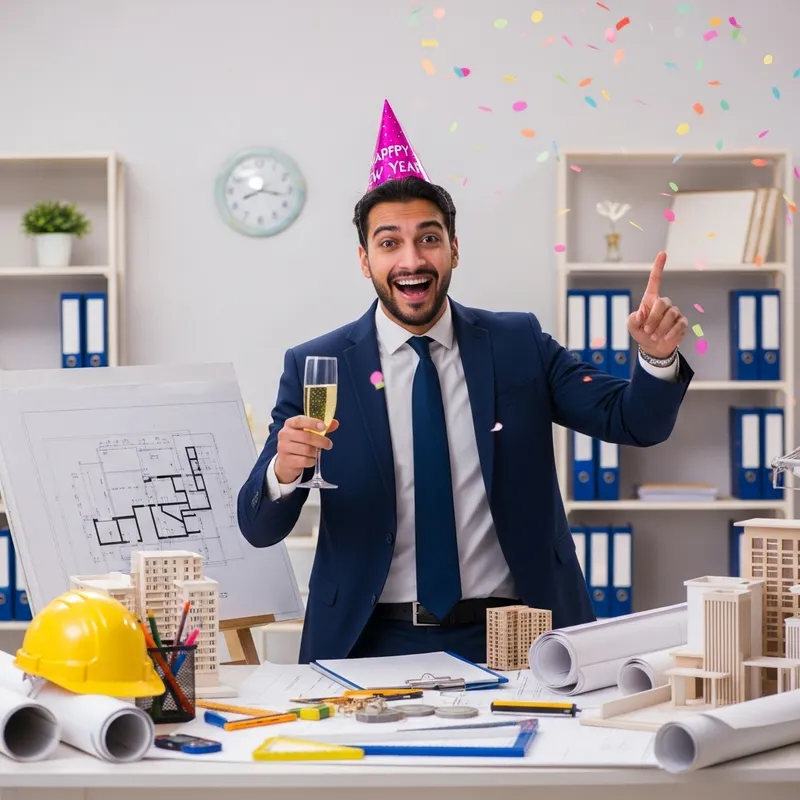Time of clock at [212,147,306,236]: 8:16
